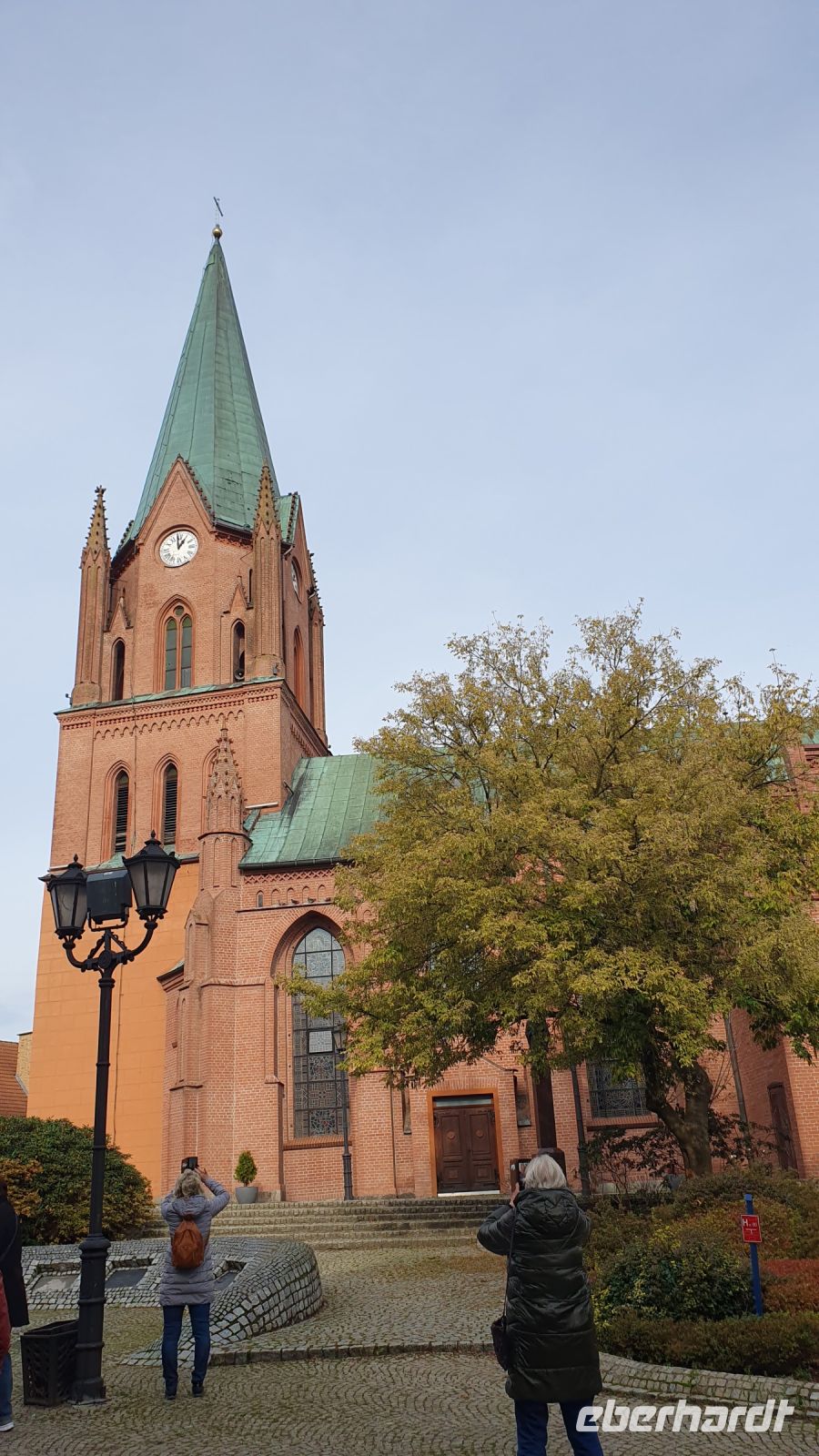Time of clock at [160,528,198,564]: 12:59
